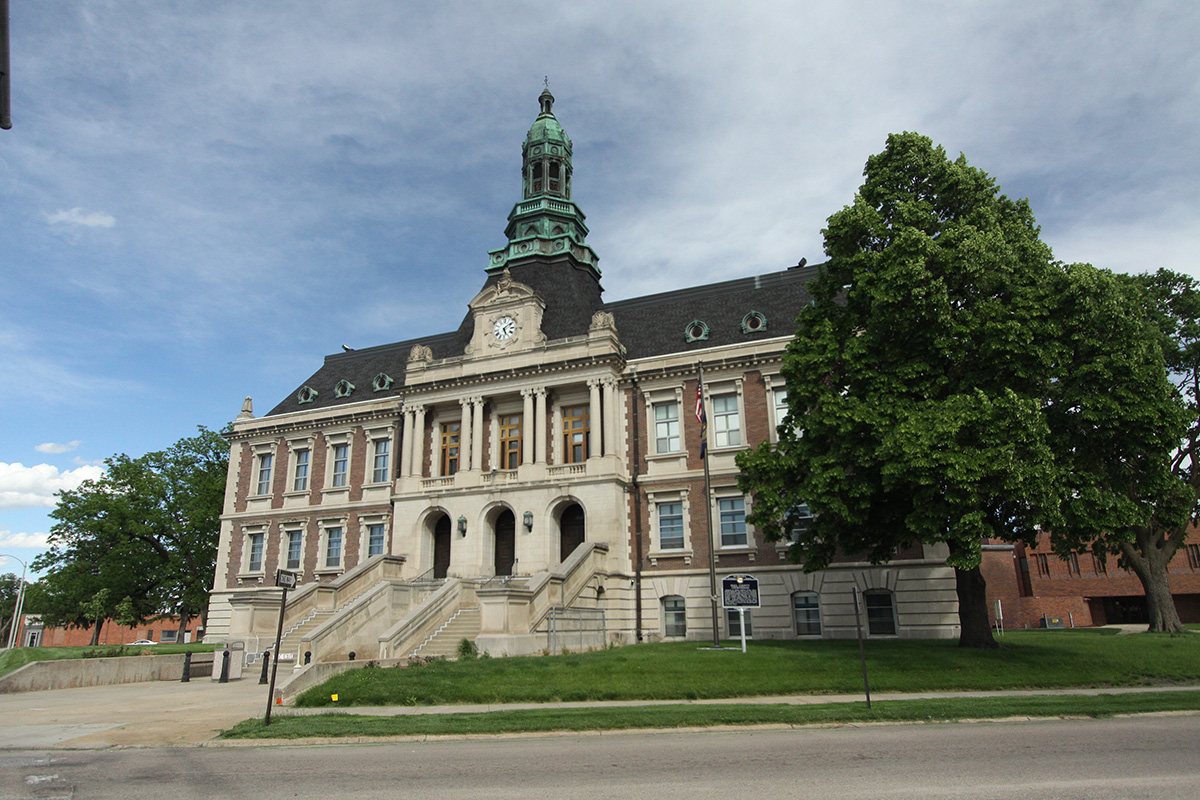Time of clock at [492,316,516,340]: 5:08
